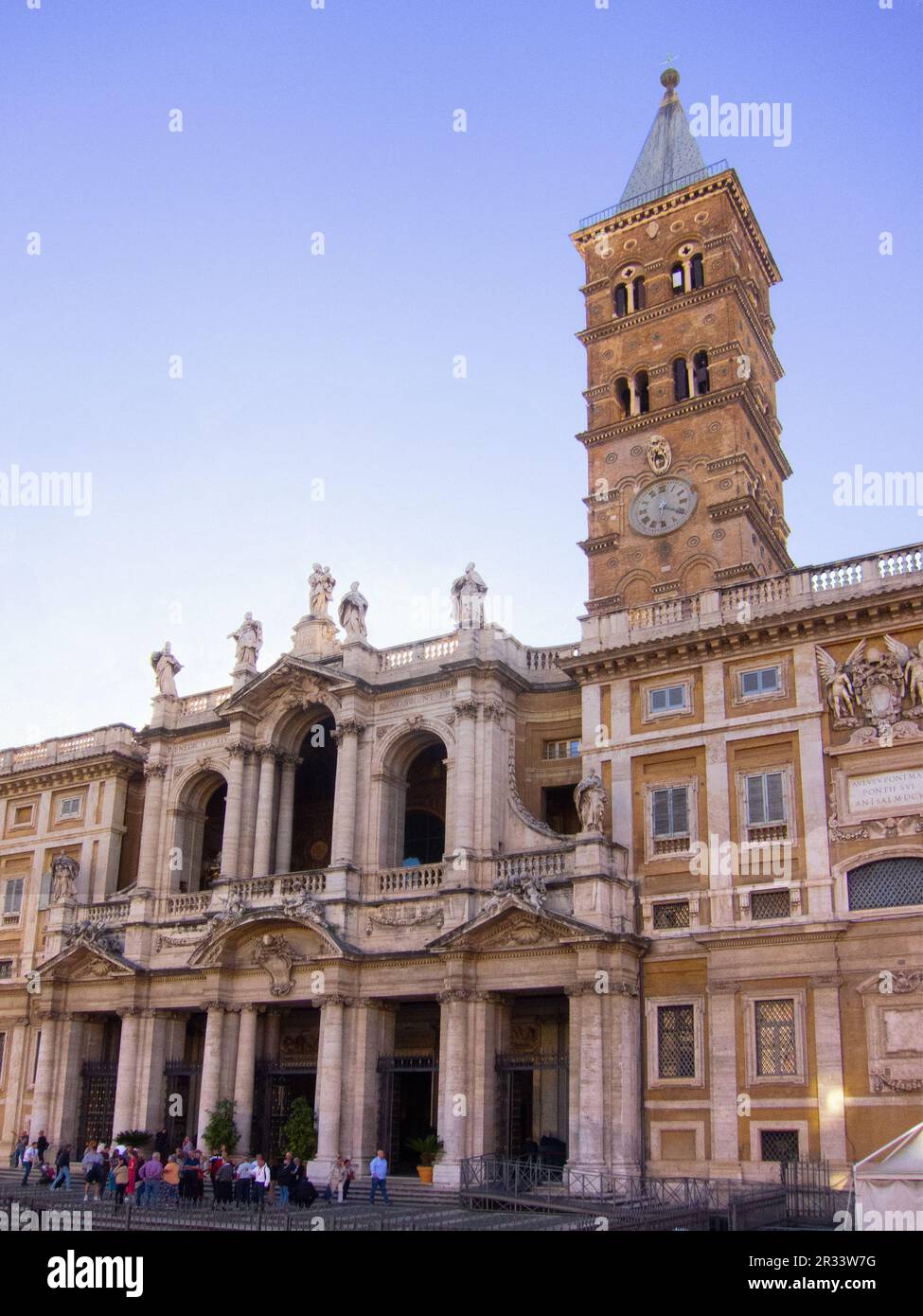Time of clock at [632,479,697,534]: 6:20
